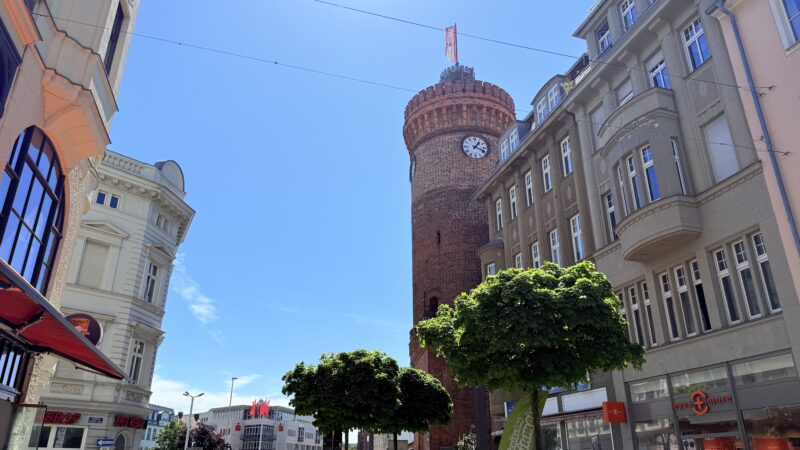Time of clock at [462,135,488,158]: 1:18
